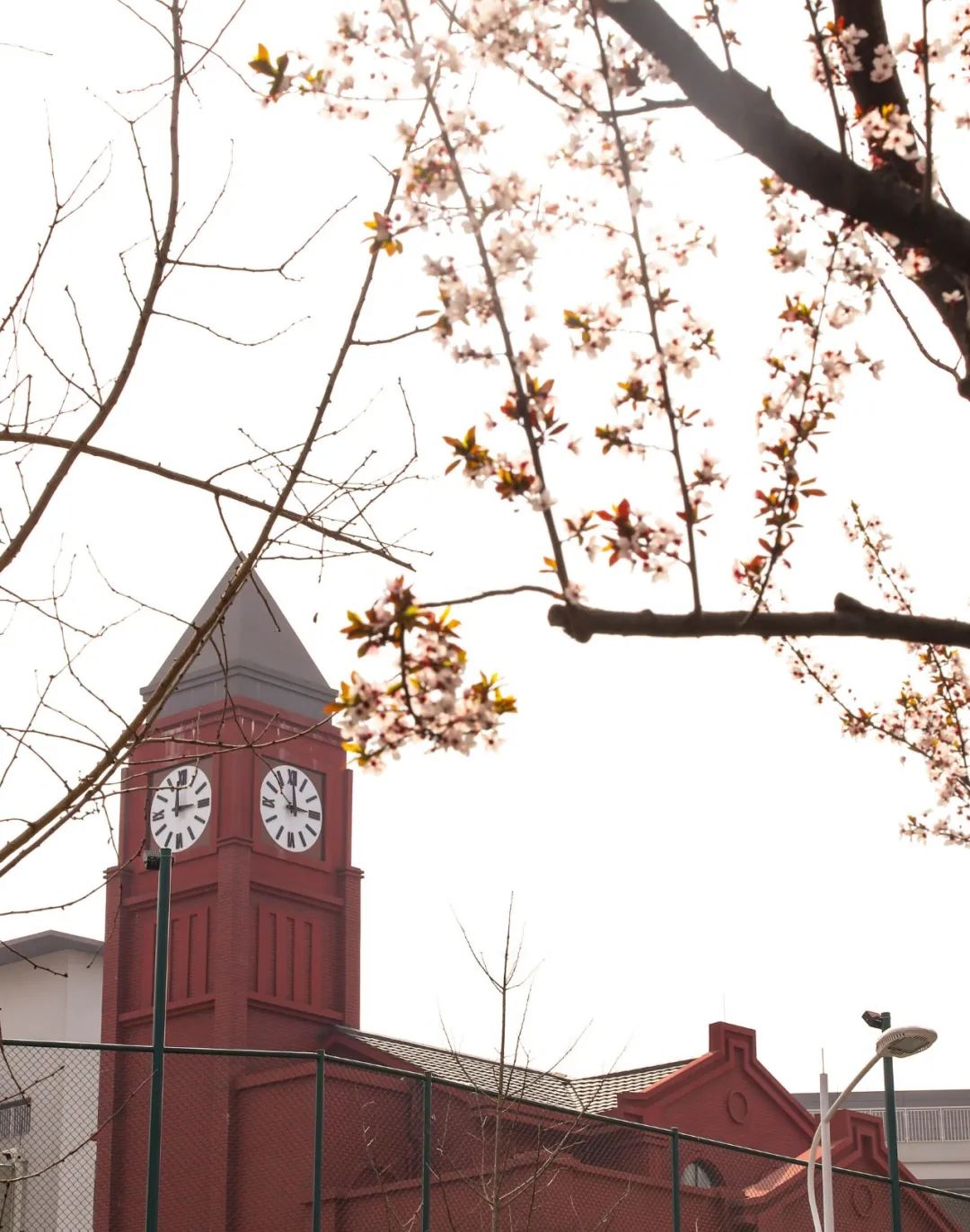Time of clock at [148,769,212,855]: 2:59
